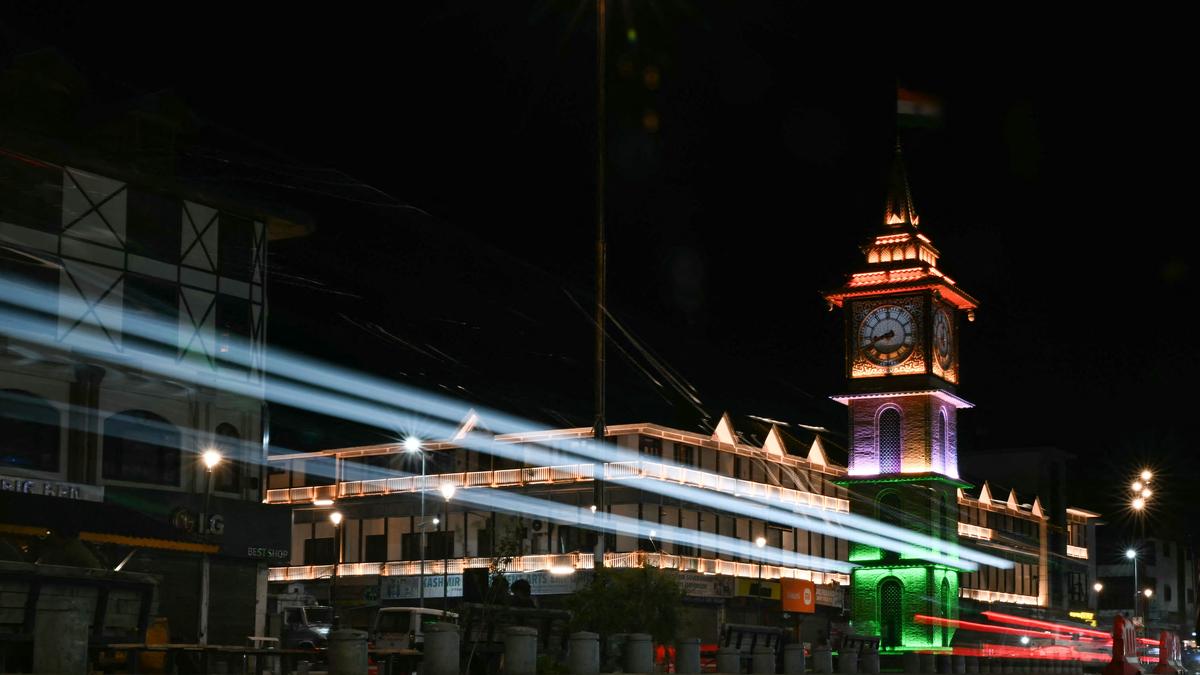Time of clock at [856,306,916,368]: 8:40
